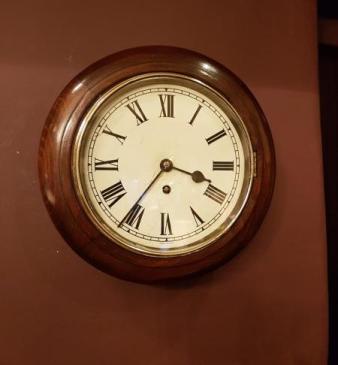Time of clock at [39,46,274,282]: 3:36
